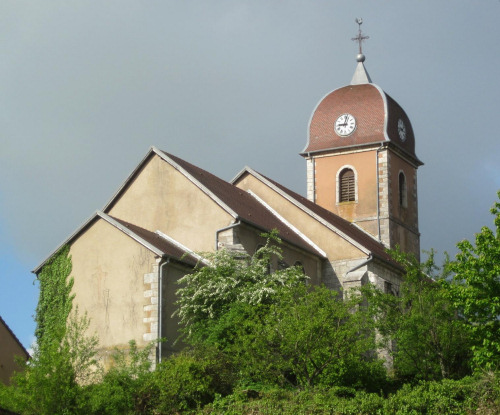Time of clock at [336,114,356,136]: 9:01
